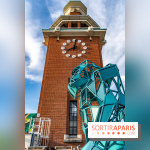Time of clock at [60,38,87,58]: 8:01
